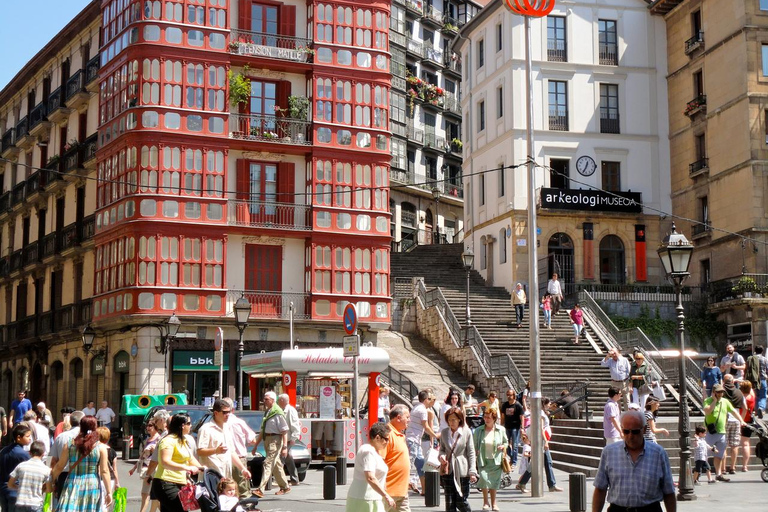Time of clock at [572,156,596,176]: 12:34
